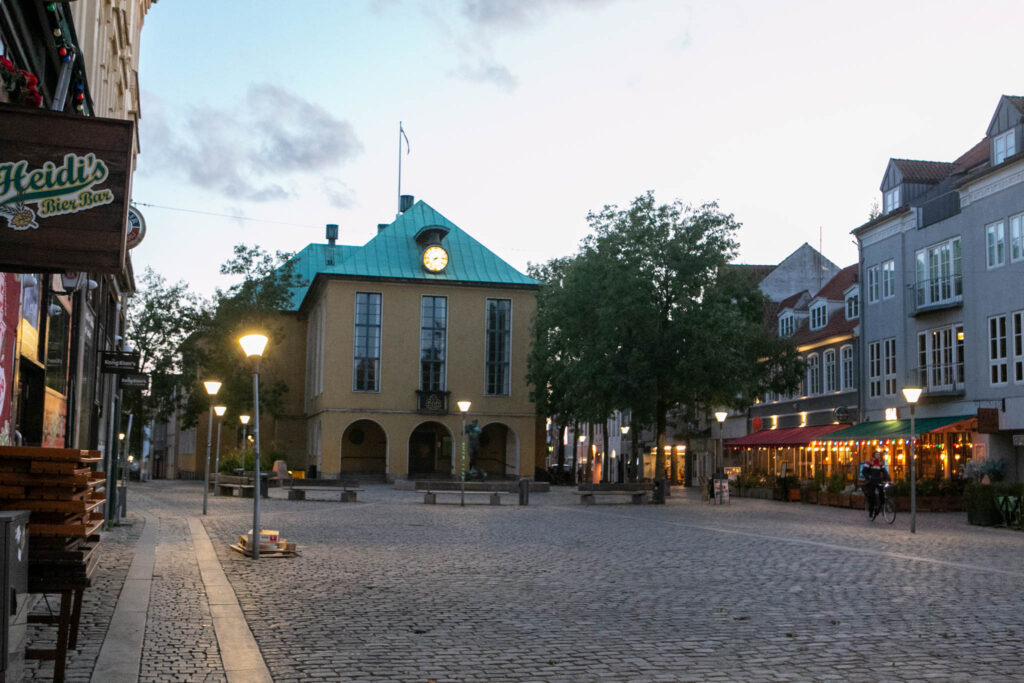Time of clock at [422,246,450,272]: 7:13
